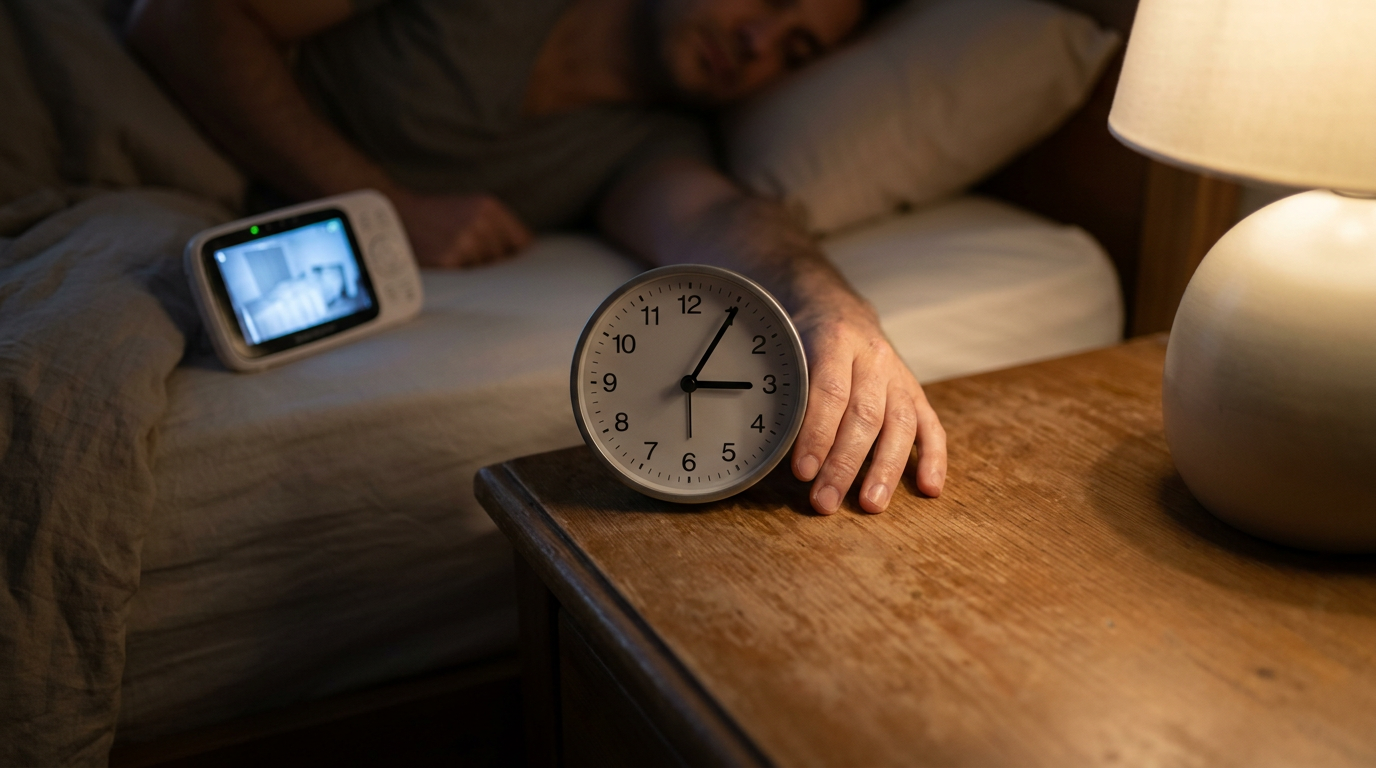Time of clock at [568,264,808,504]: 3:05
